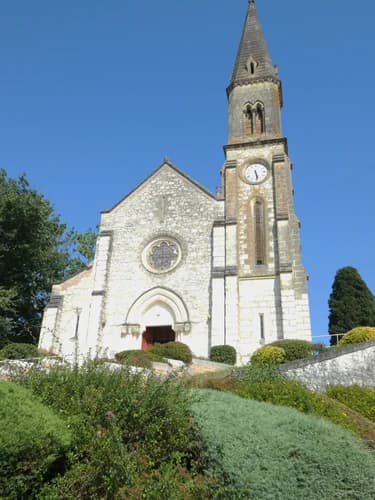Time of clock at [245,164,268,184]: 5:28
